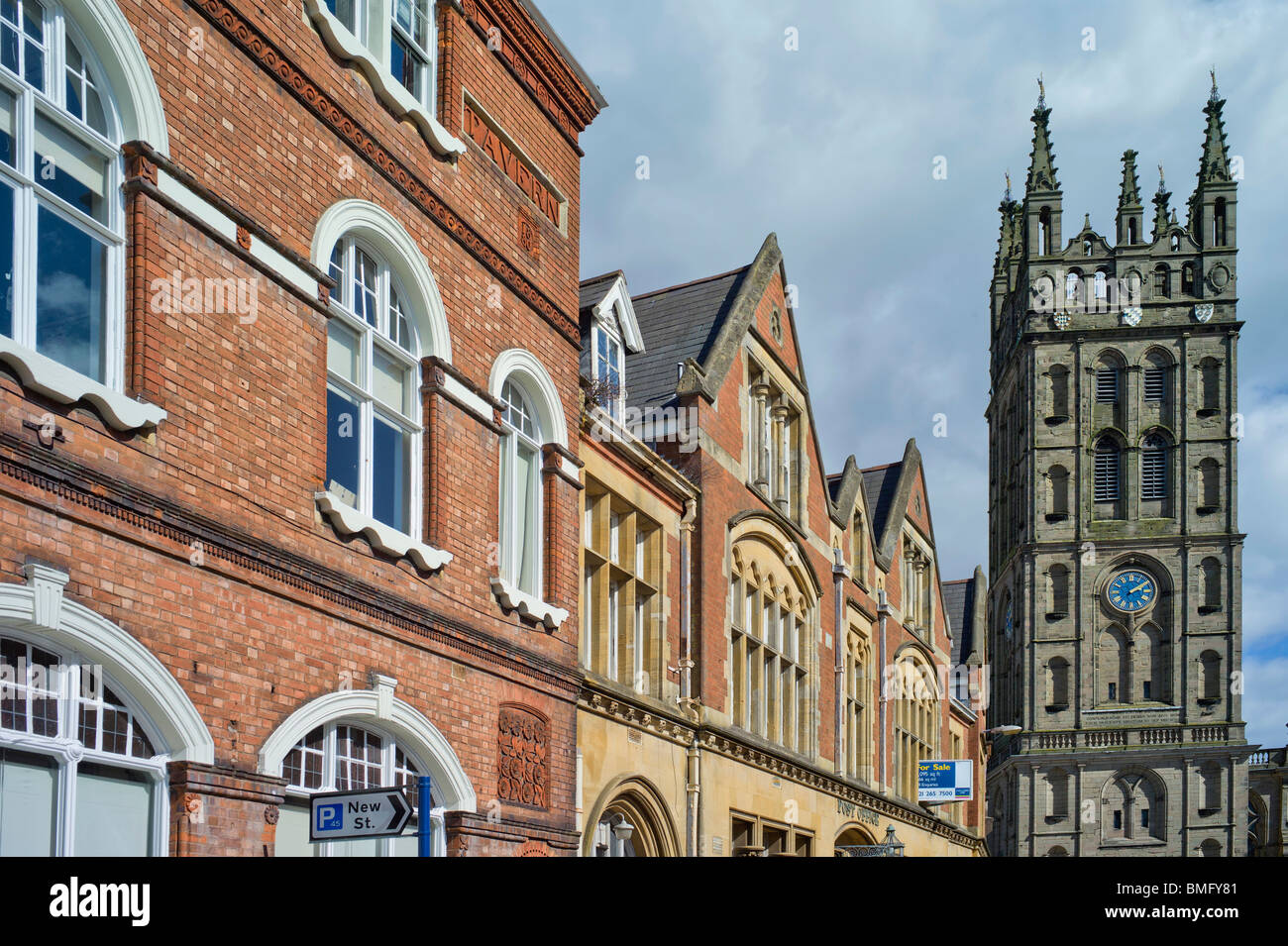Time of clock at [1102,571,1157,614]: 2:09
